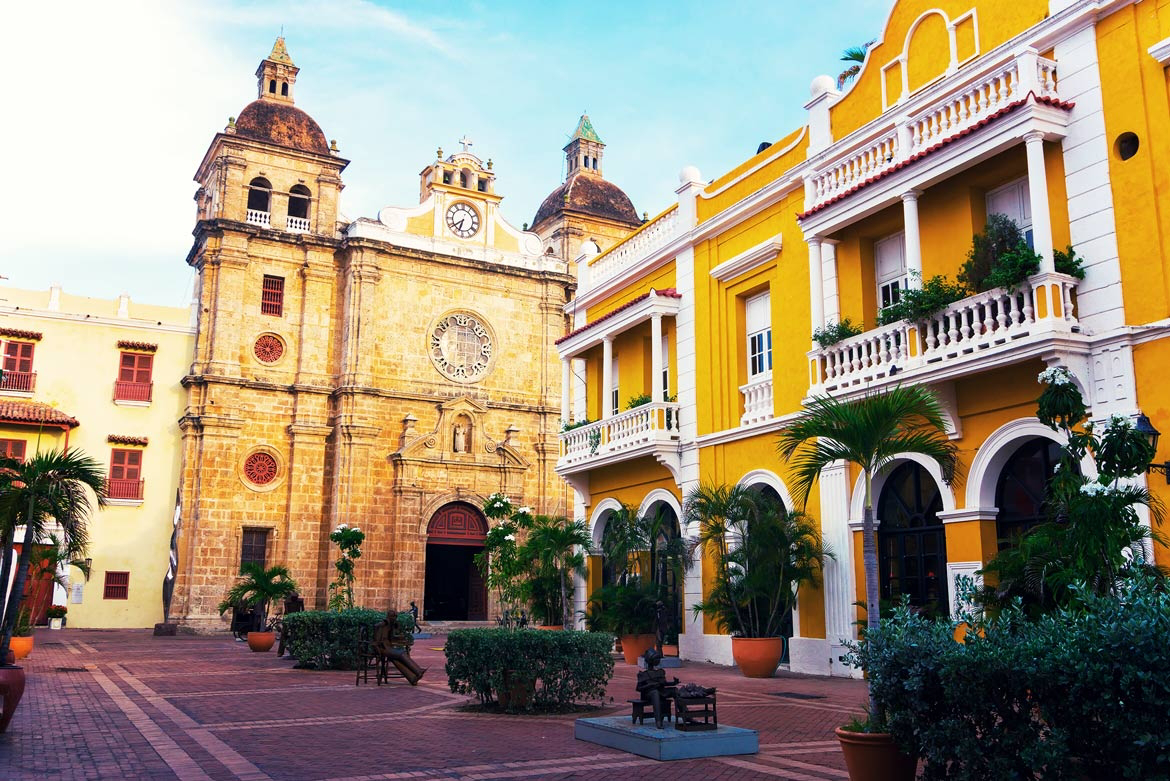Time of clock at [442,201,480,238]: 6:38
